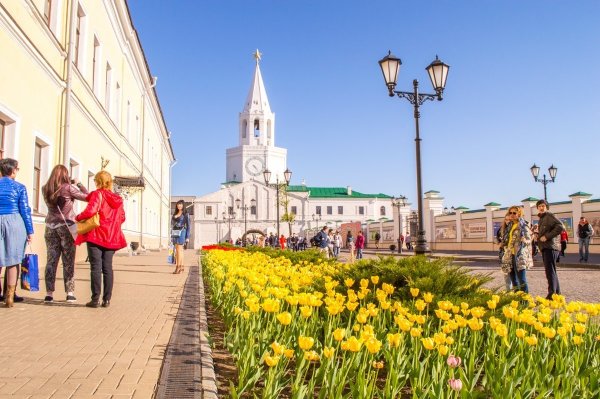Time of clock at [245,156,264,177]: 4:23
